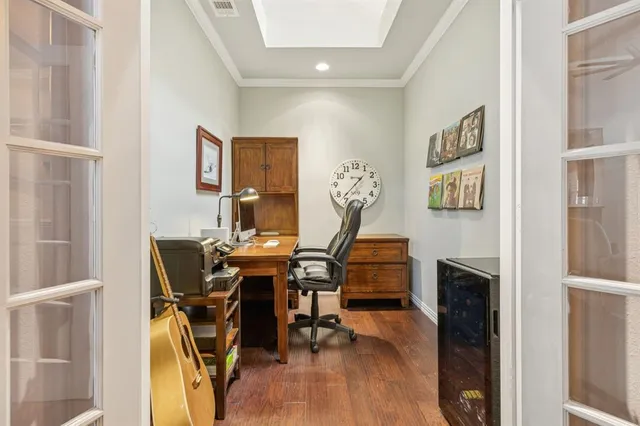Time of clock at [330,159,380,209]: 1:37
